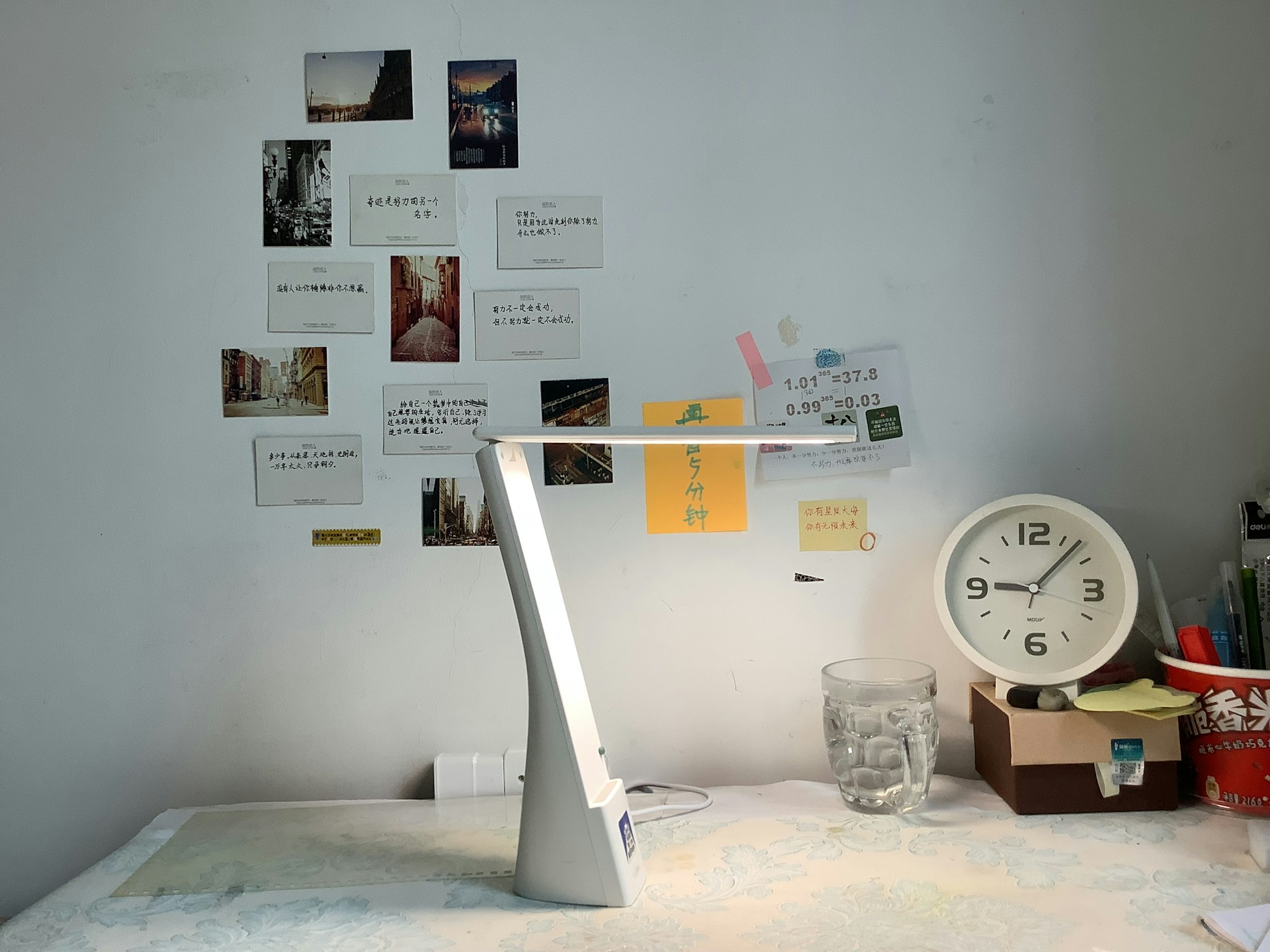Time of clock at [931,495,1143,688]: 9:07
